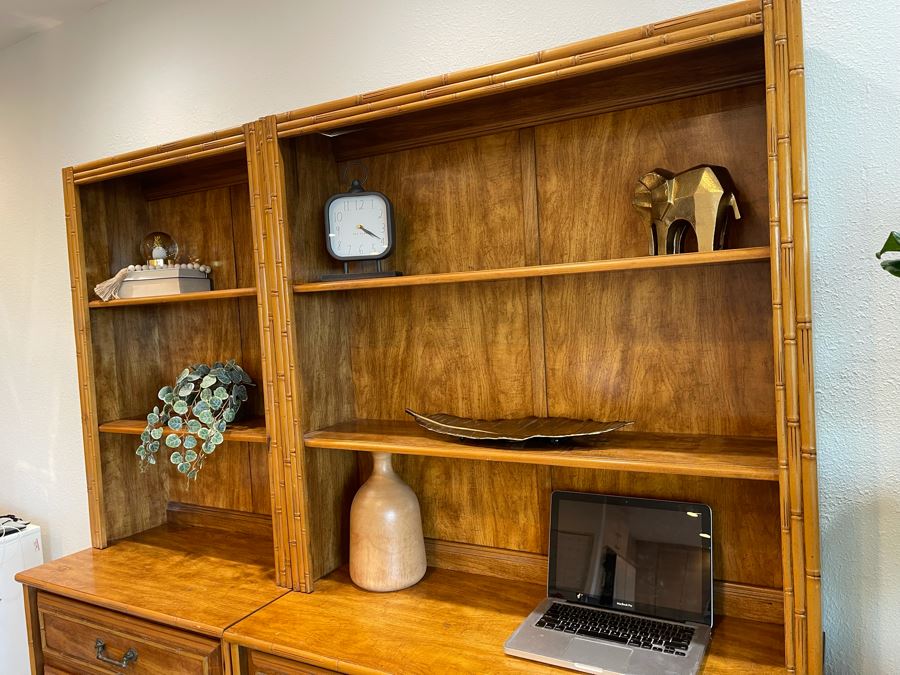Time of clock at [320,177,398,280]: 4:19
